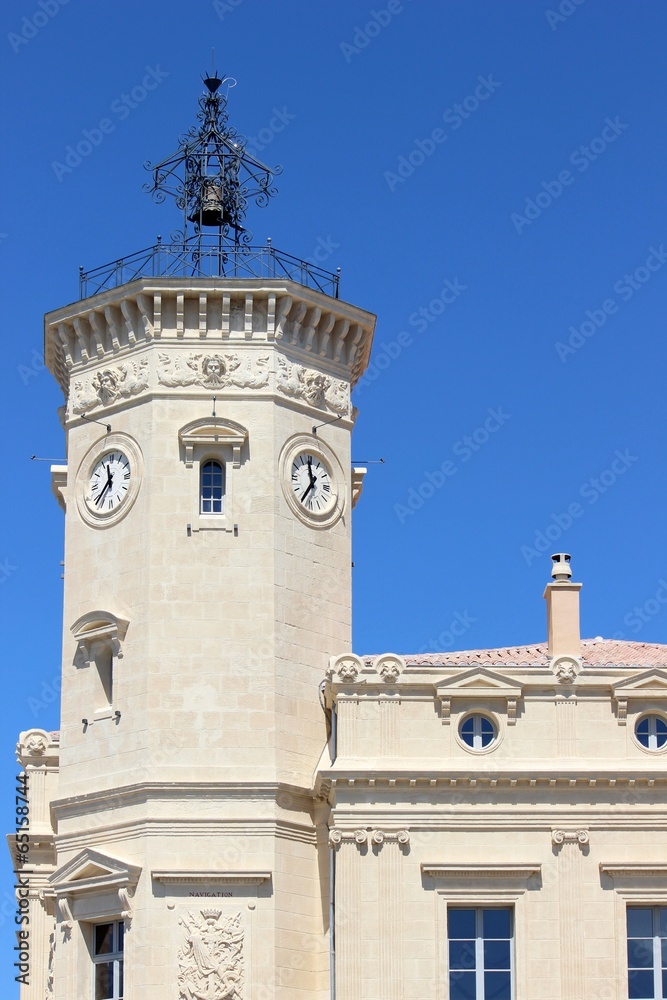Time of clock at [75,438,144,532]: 11:37
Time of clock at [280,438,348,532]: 11:36
